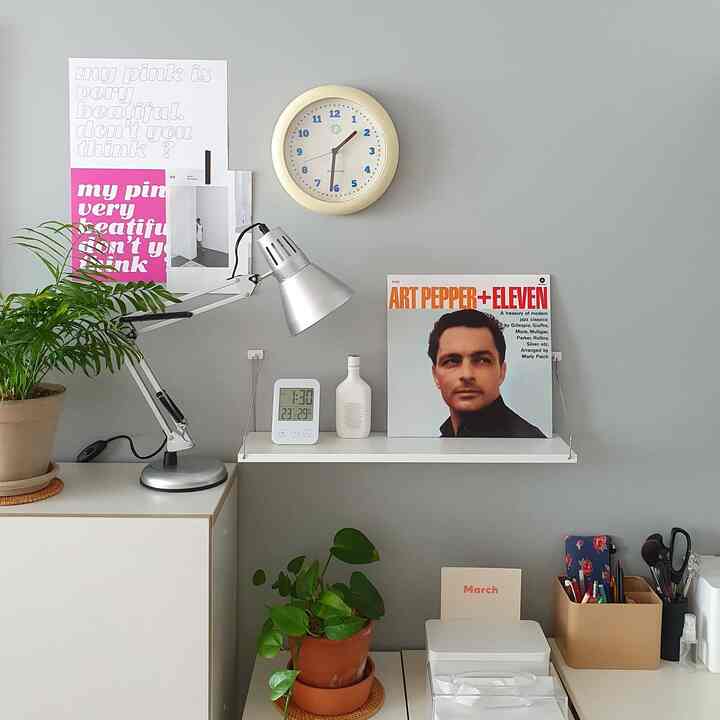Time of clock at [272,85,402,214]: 1:31
